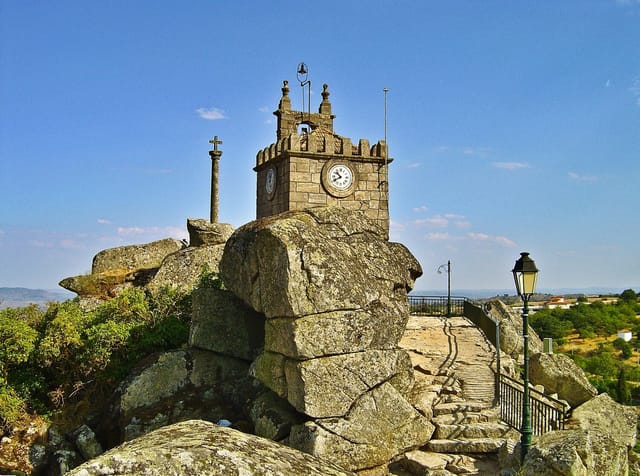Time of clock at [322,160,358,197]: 10:40
